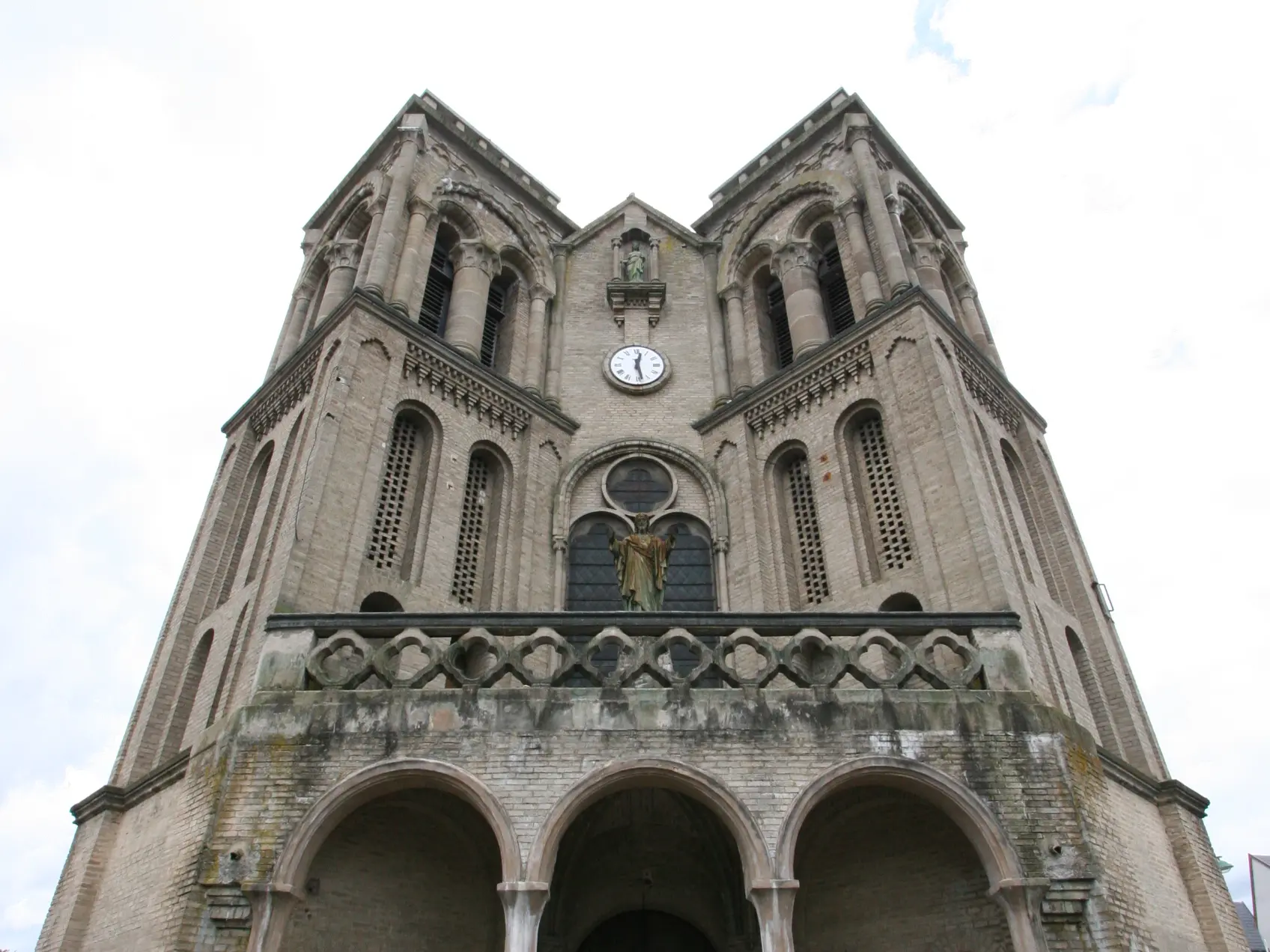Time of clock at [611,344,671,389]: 12:28
